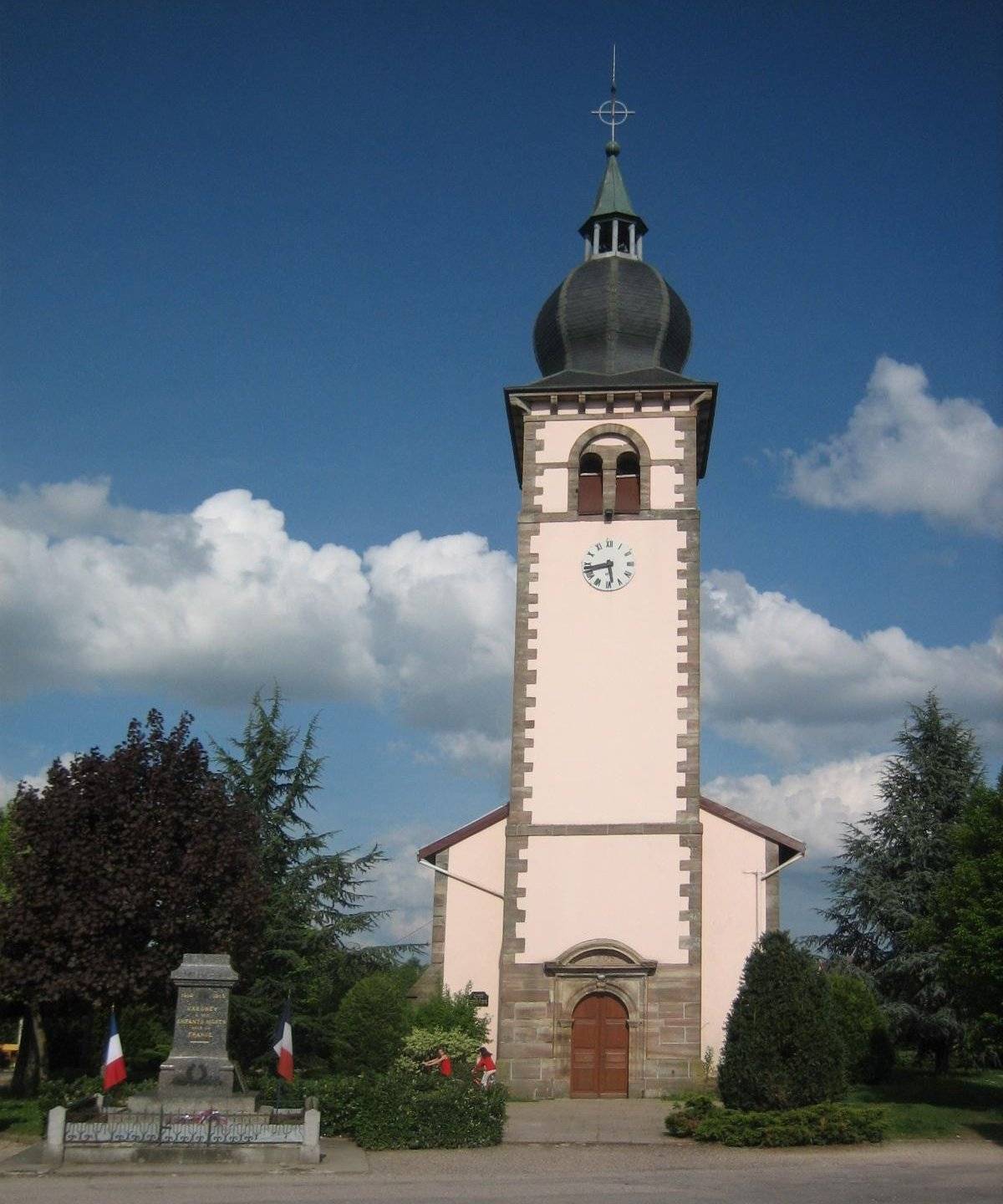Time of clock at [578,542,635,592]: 5:43
